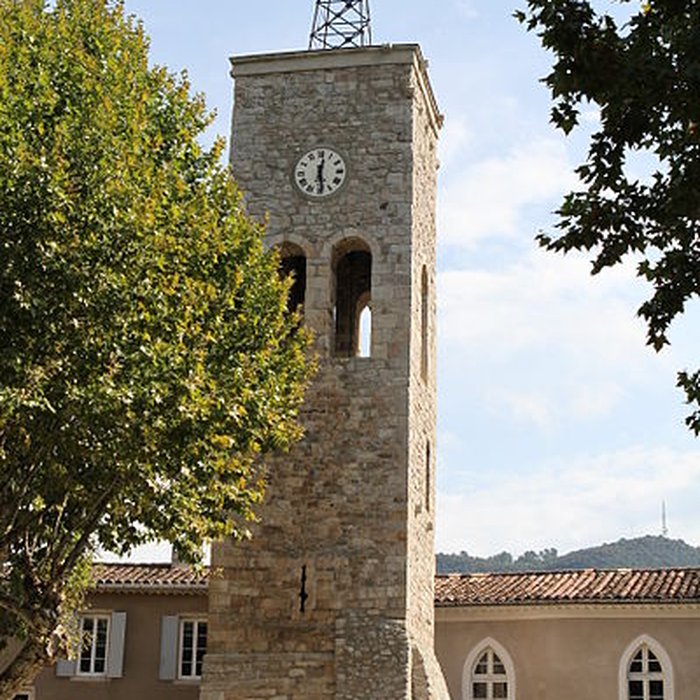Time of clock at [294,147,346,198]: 12:28
